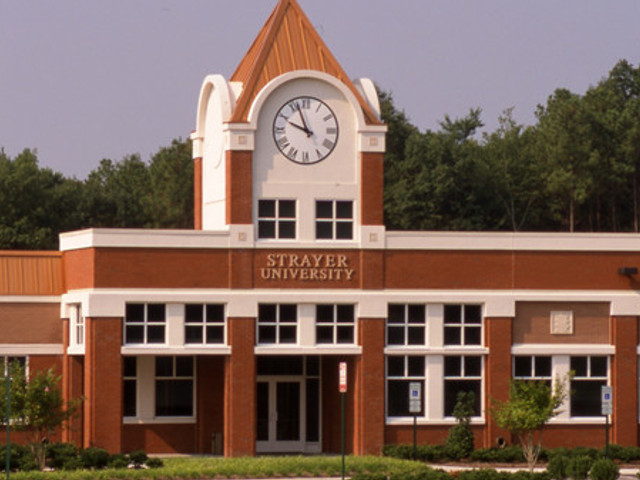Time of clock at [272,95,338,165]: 9:56
